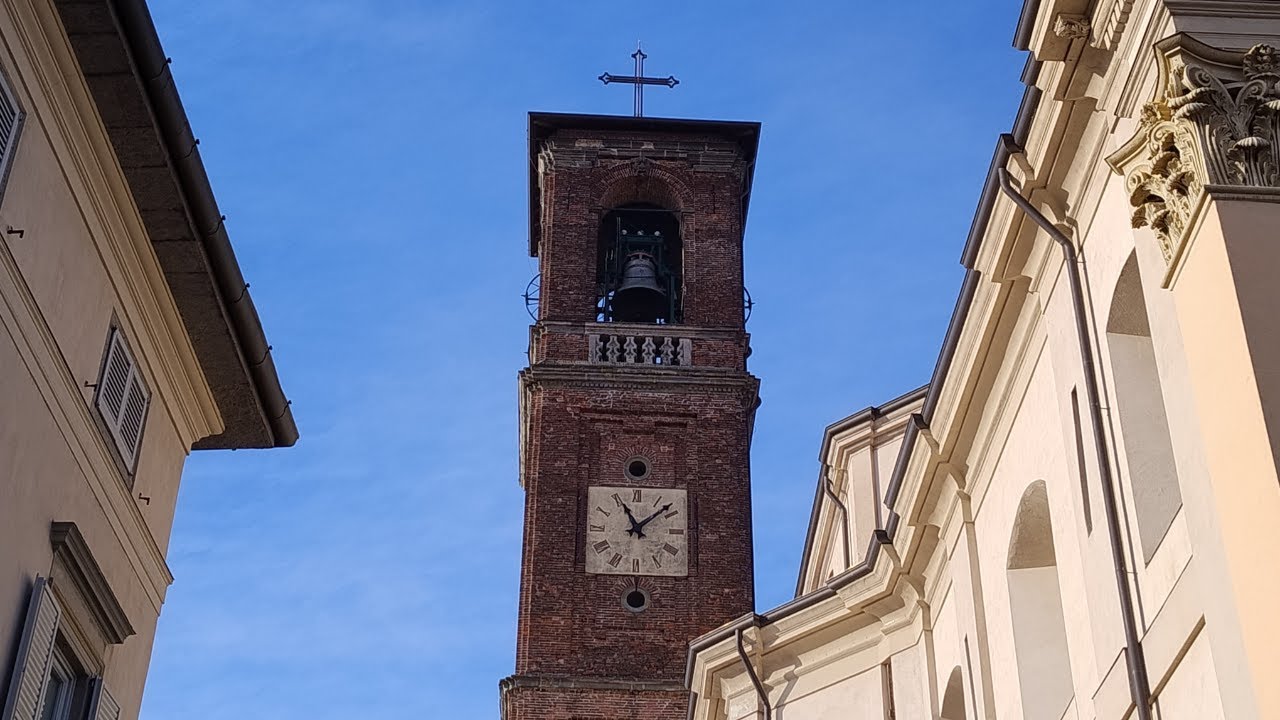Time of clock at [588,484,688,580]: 11:08
